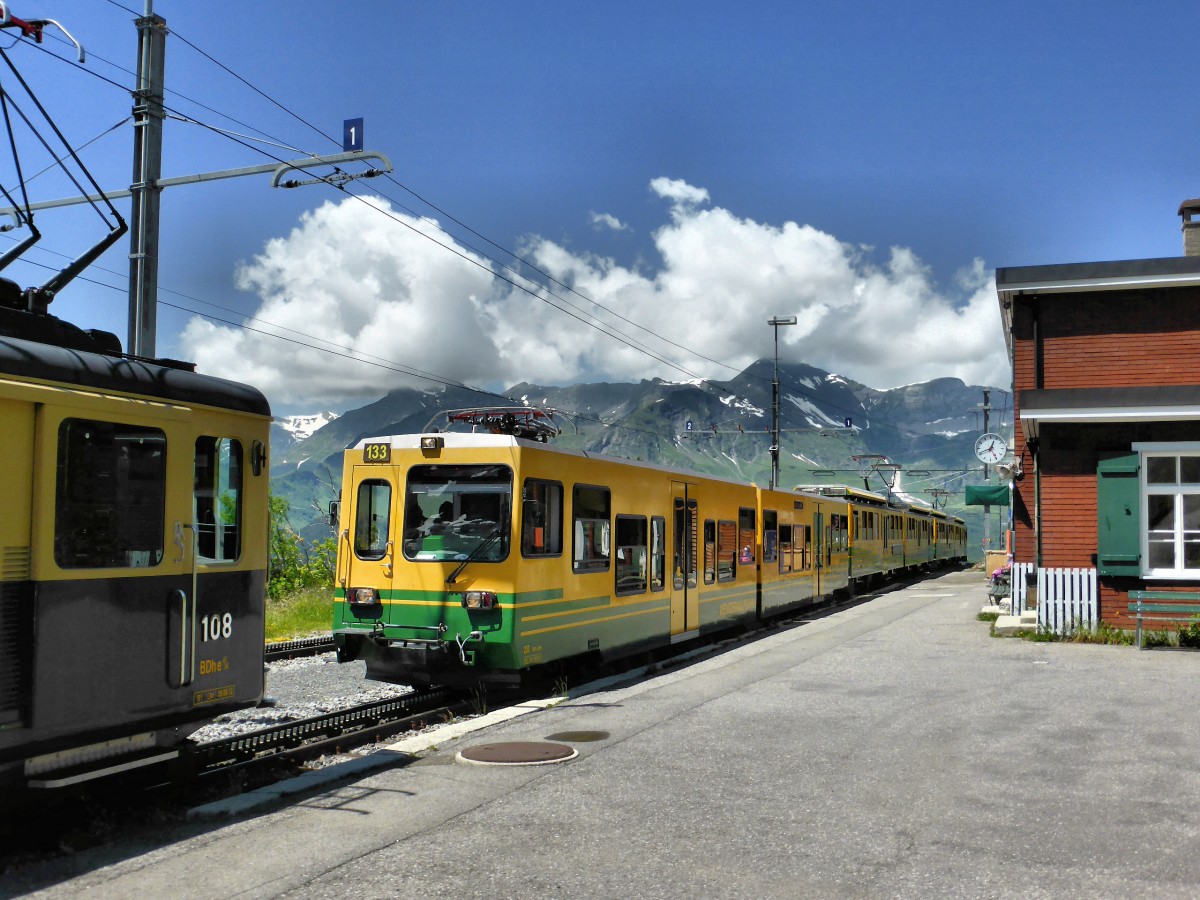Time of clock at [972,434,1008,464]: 12:41
